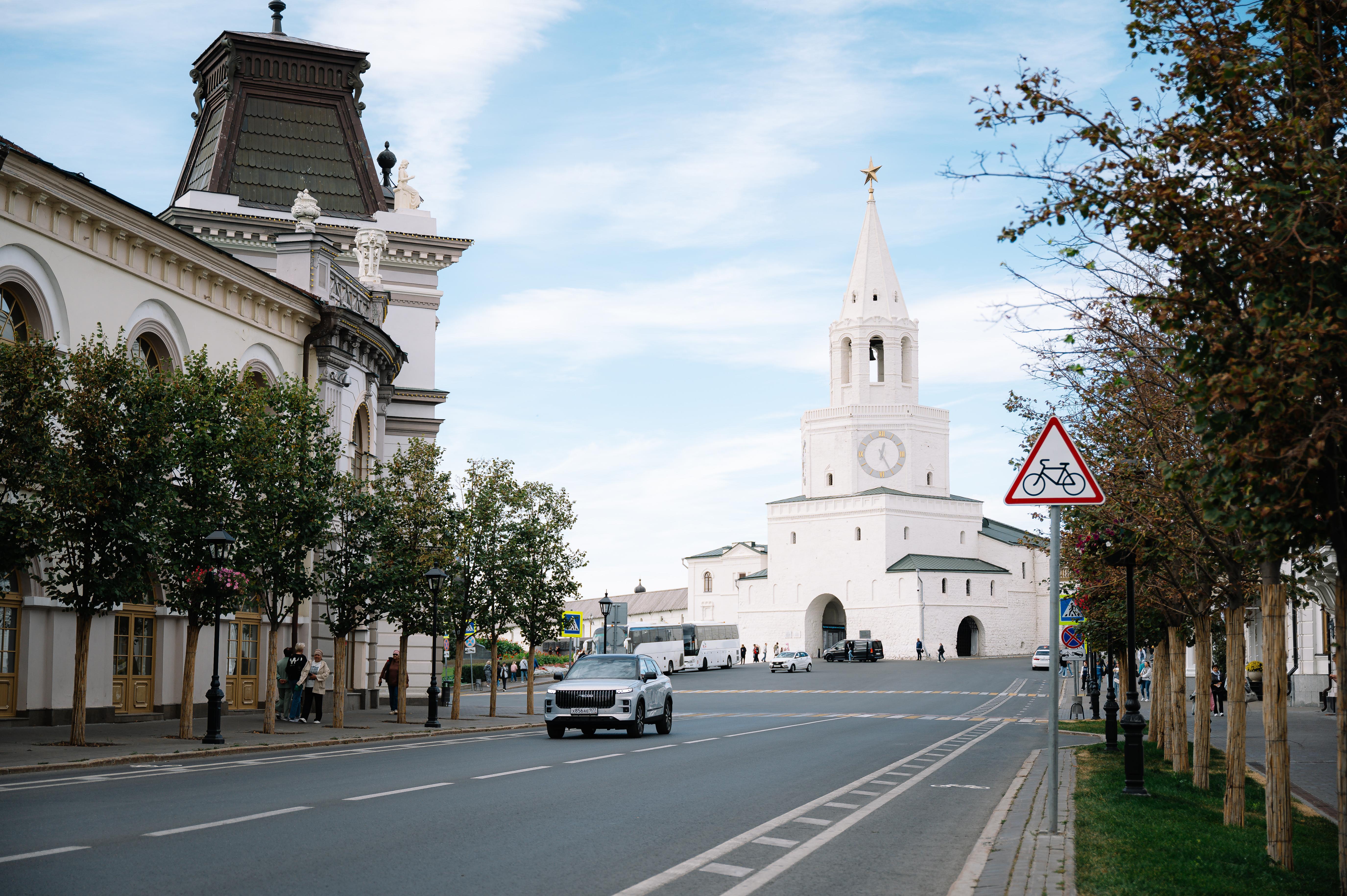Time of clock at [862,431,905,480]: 12:25
